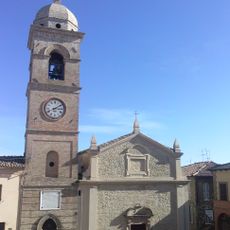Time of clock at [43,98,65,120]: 3:09
